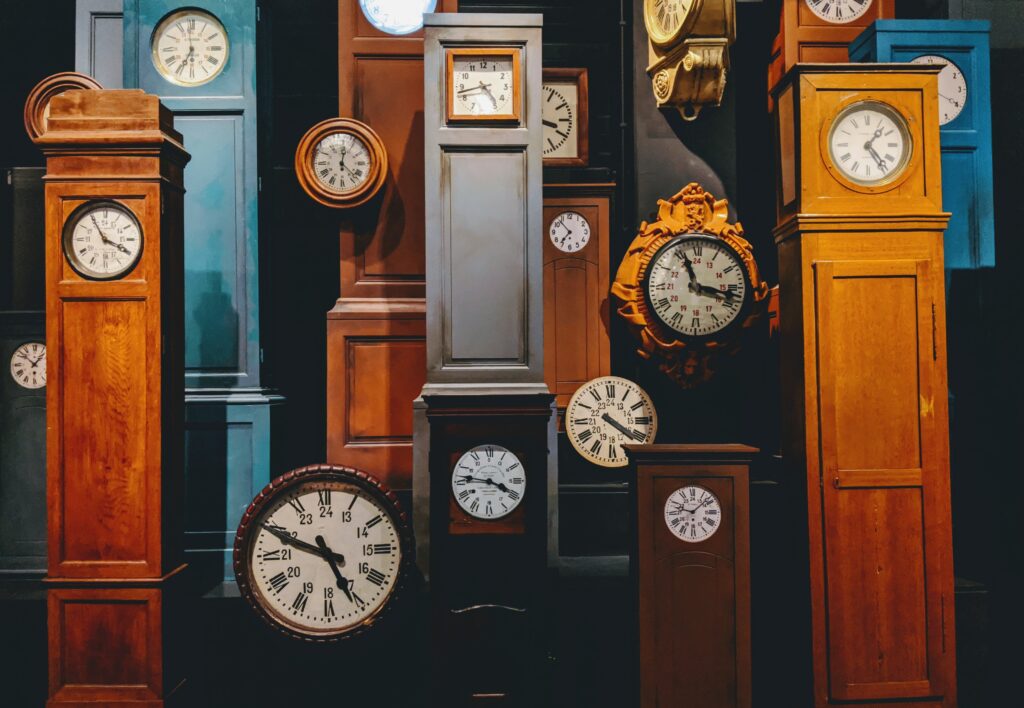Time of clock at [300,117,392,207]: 12:22
